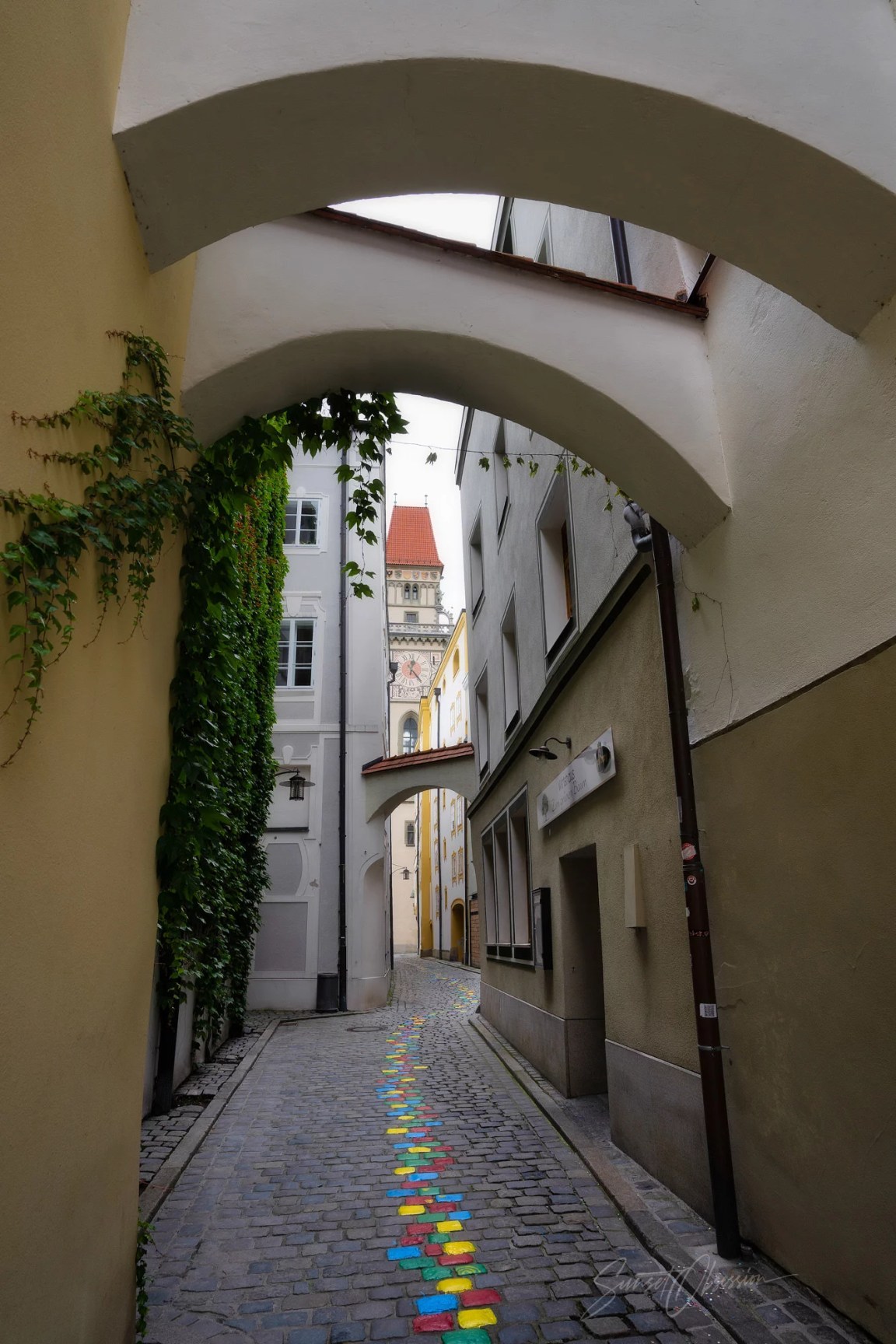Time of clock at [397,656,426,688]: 12:23
